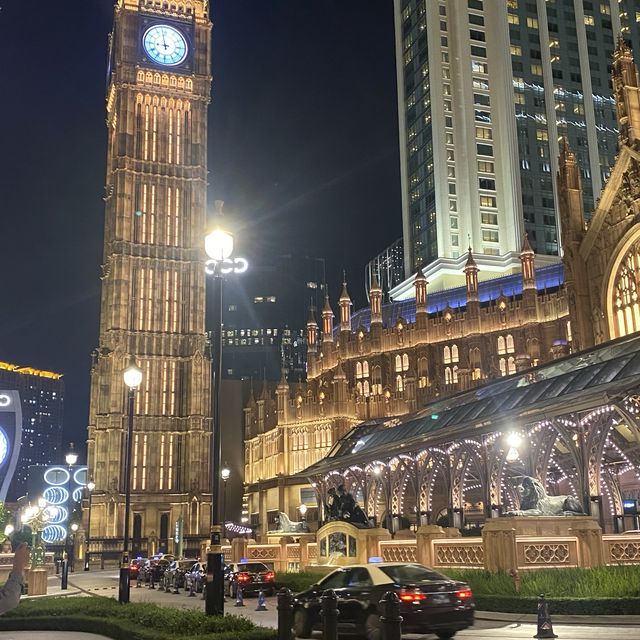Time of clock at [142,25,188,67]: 8:58
